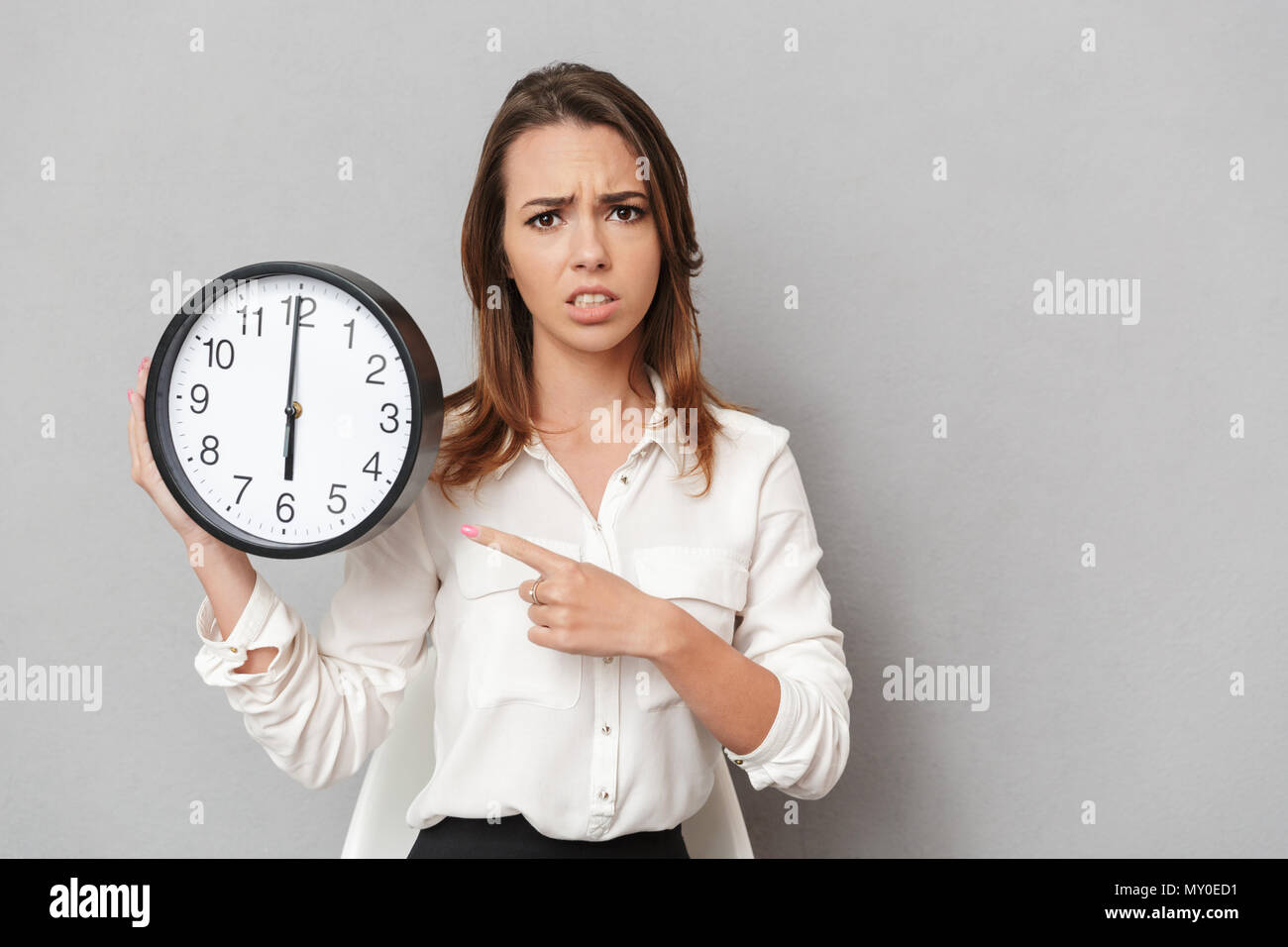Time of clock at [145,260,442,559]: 5:59
